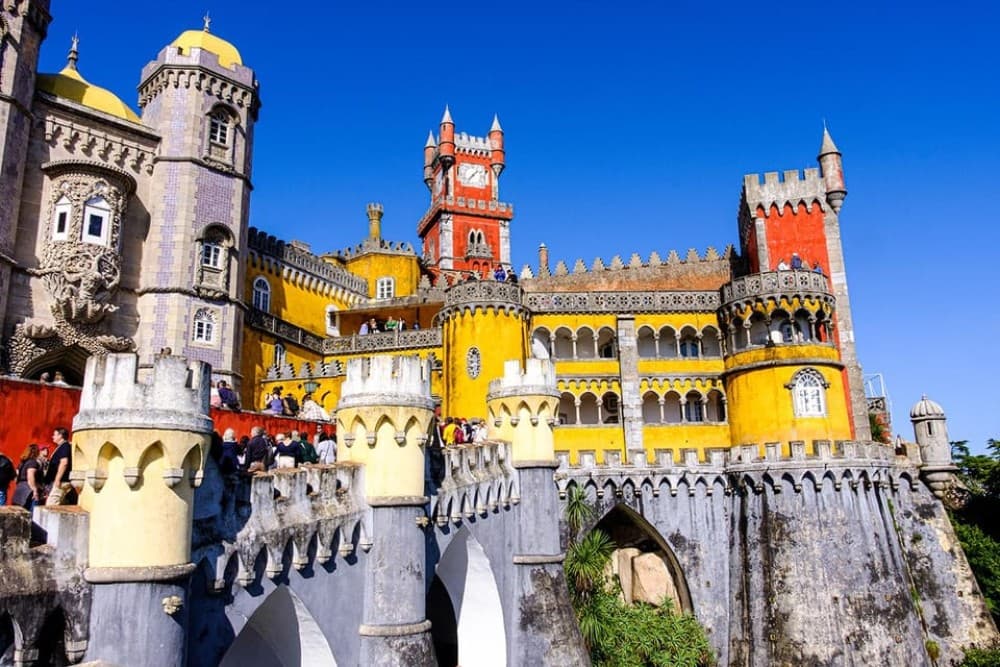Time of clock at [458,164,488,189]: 1:36
